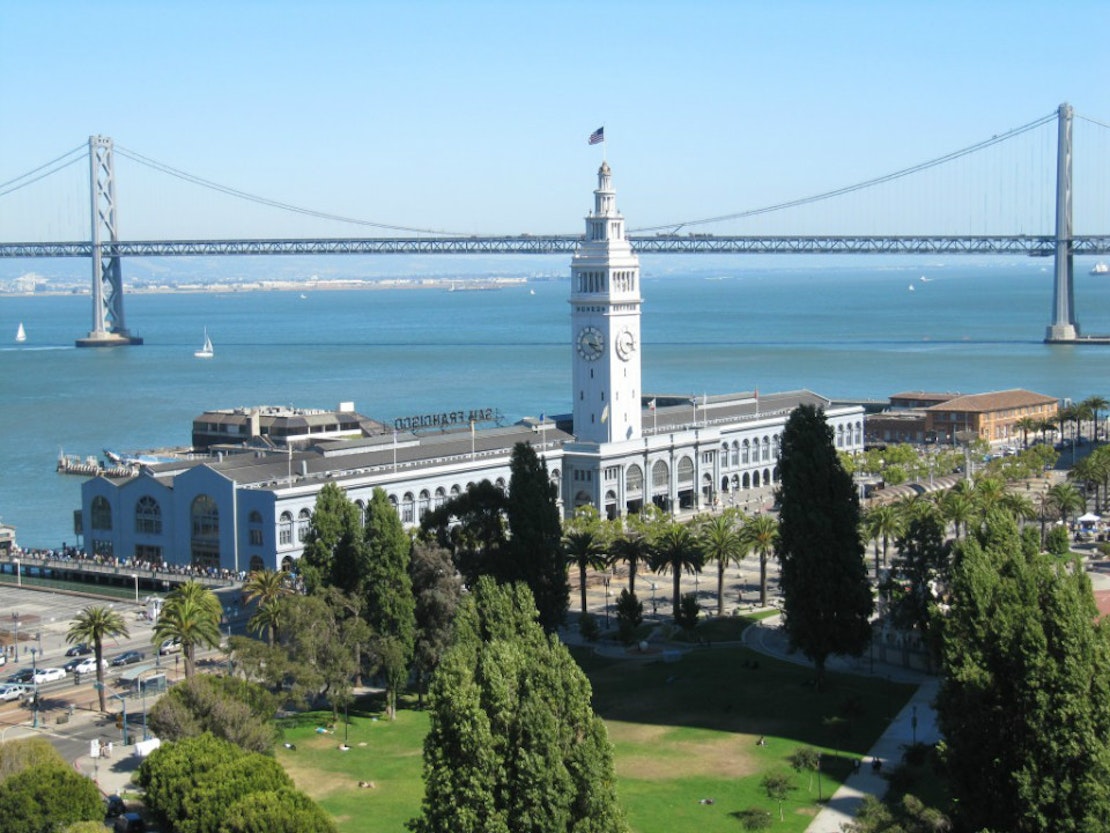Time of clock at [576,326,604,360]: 3:21
